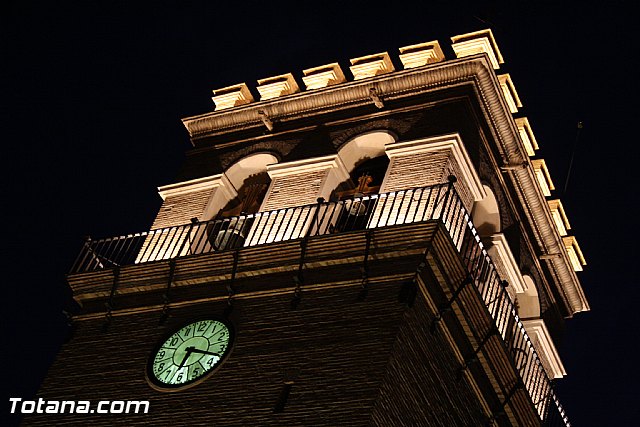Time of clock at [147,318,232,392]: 6:17
